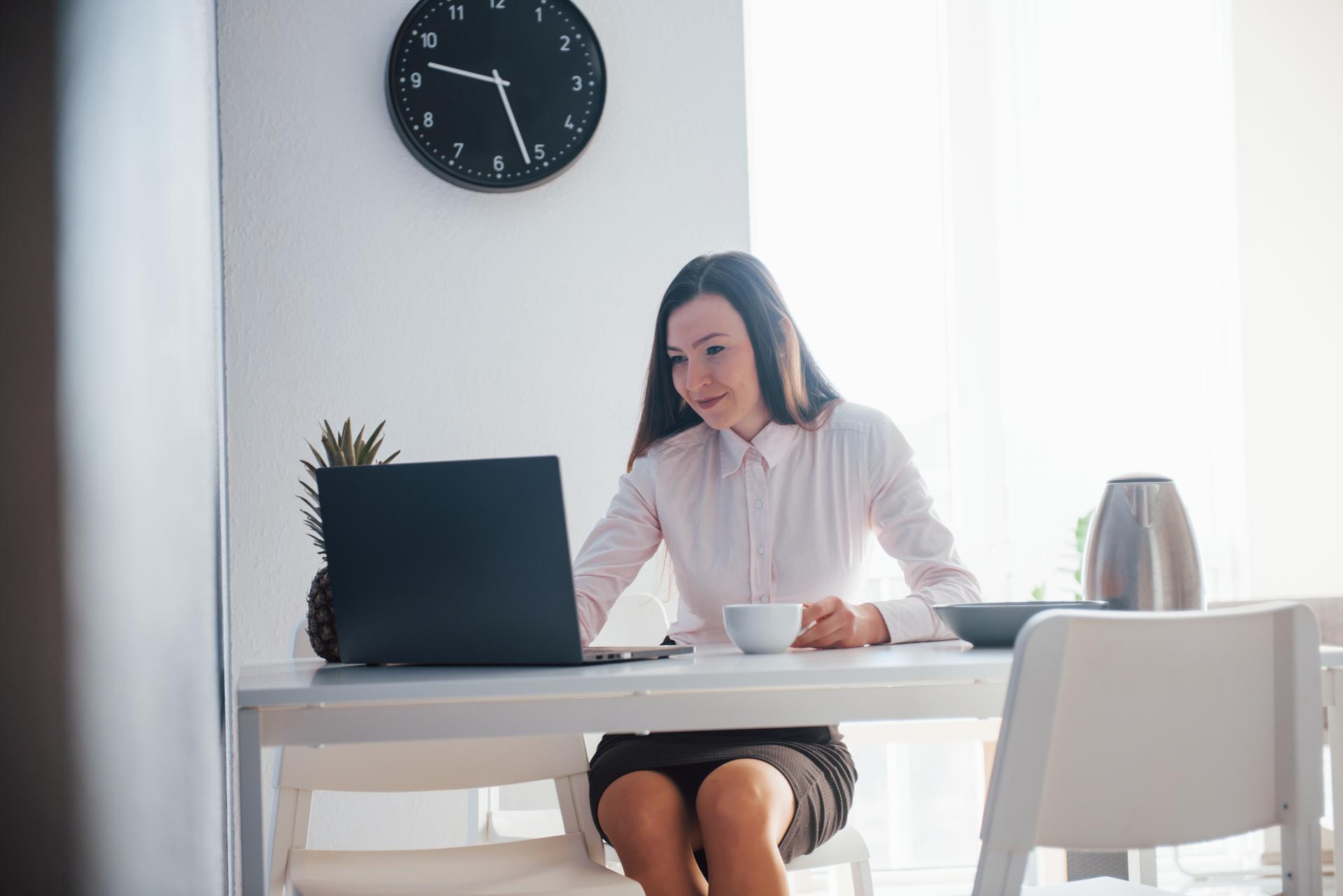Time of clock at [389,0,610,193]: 9:26
